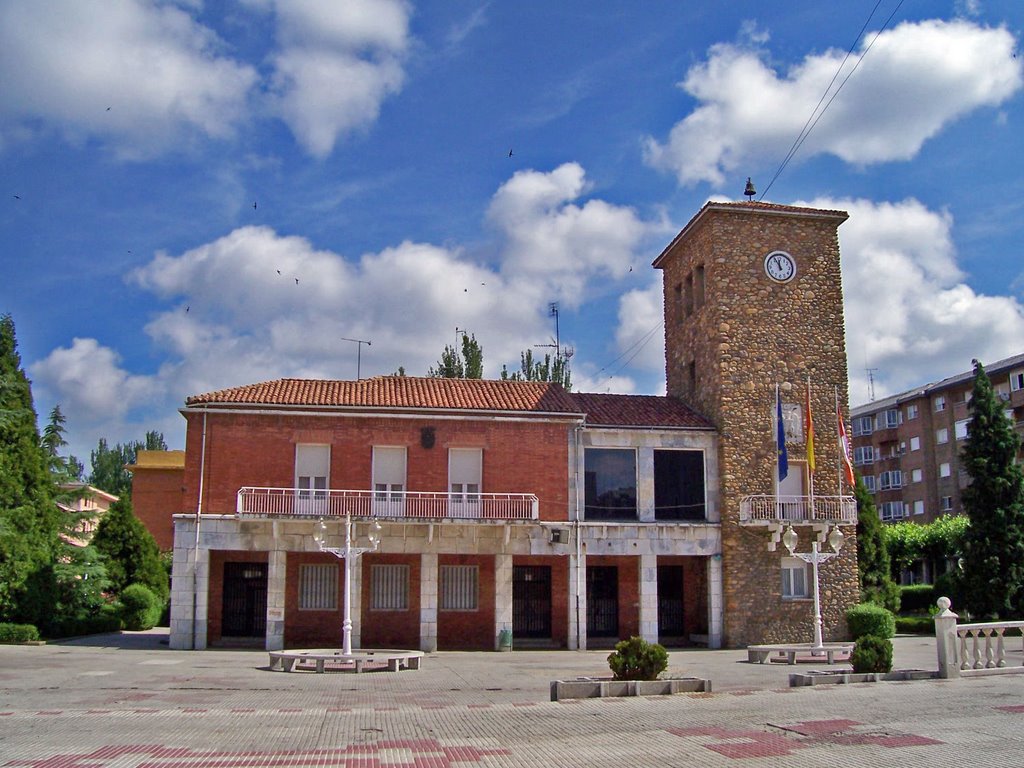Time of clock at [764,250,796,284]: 11:55
